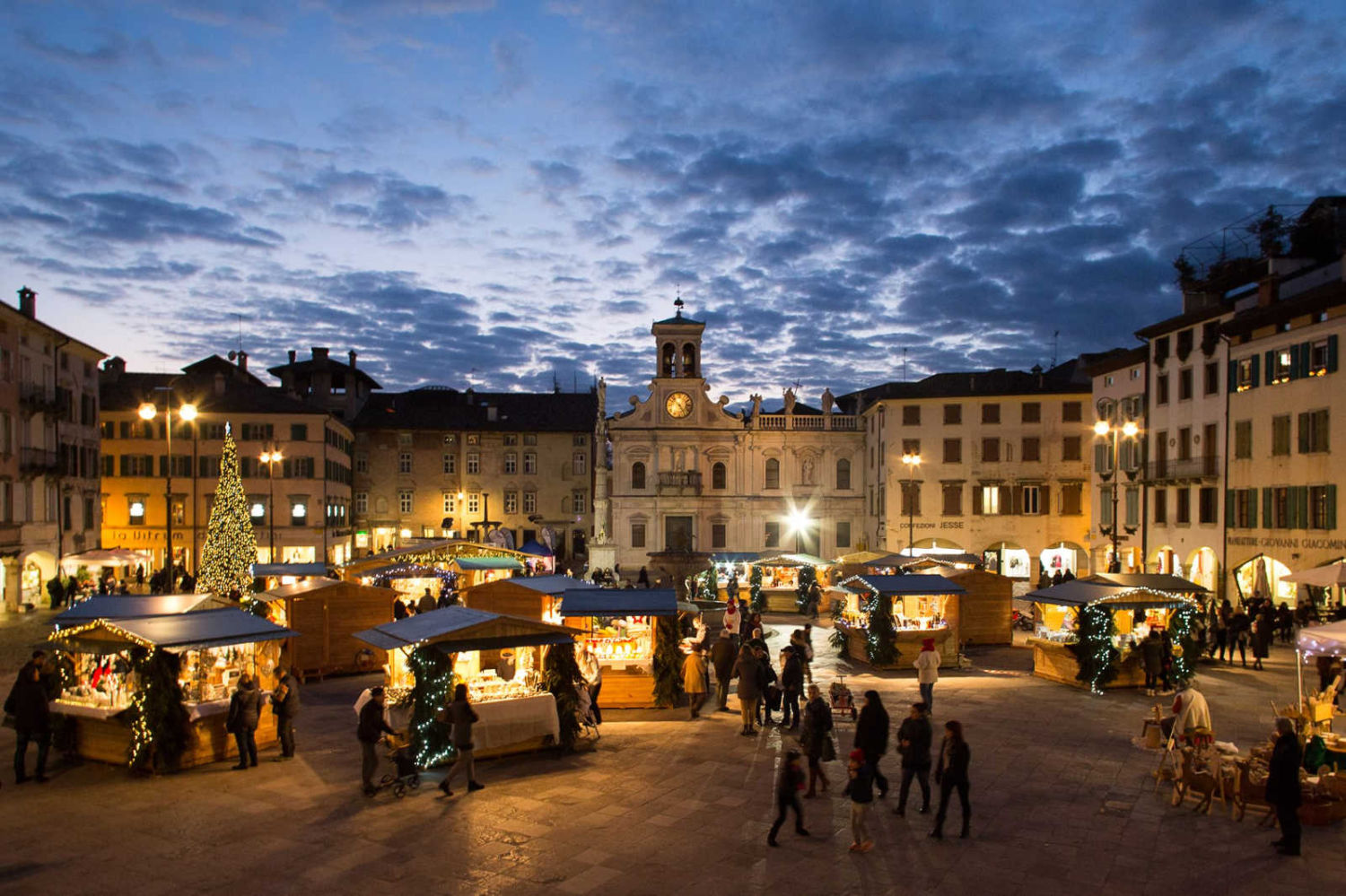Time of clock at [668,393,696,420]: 4:52
